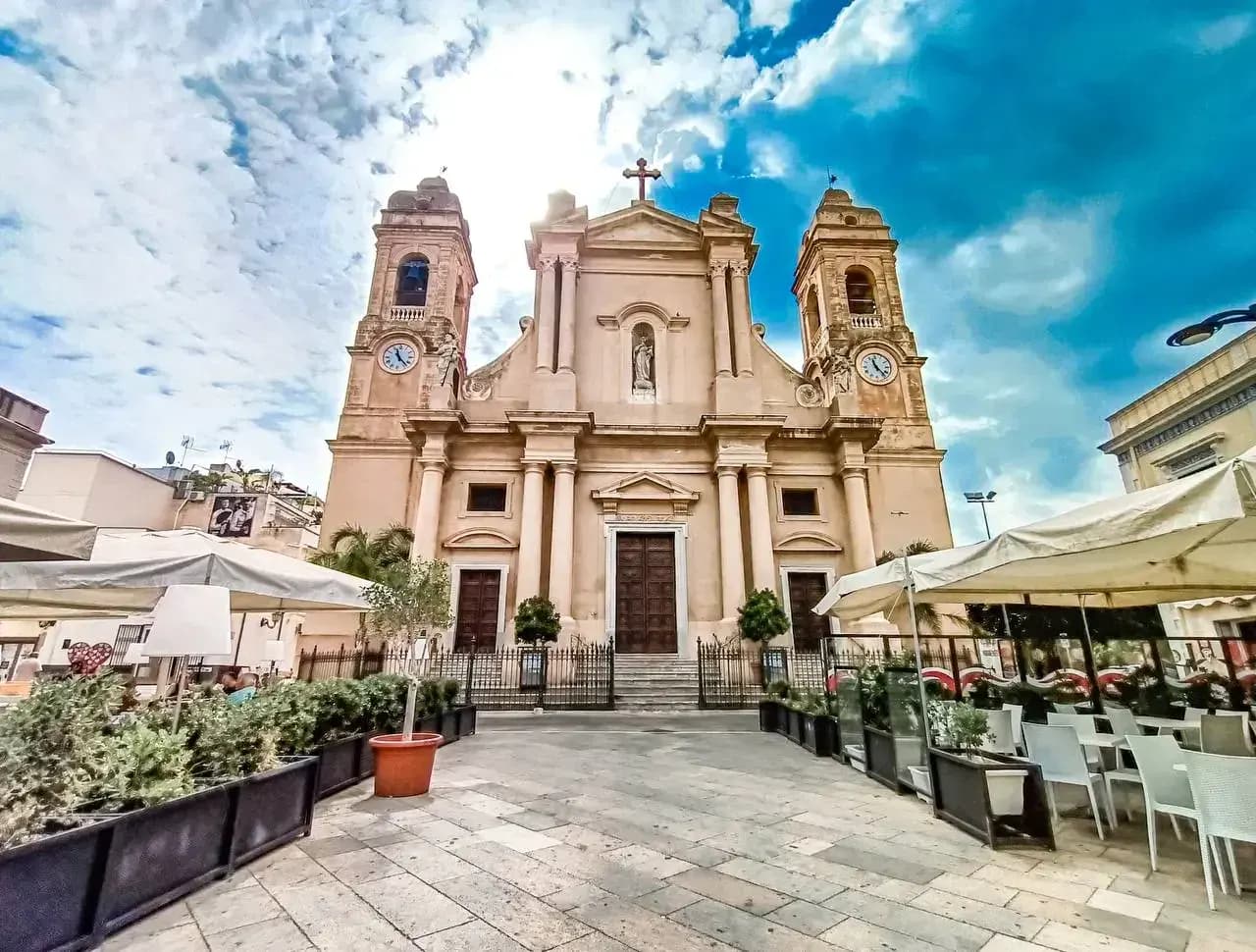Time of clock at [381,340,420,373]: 11:22
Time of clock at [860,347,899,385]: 11:23
